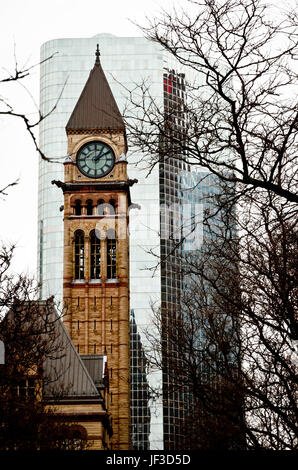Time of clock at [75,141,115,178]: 1:09
